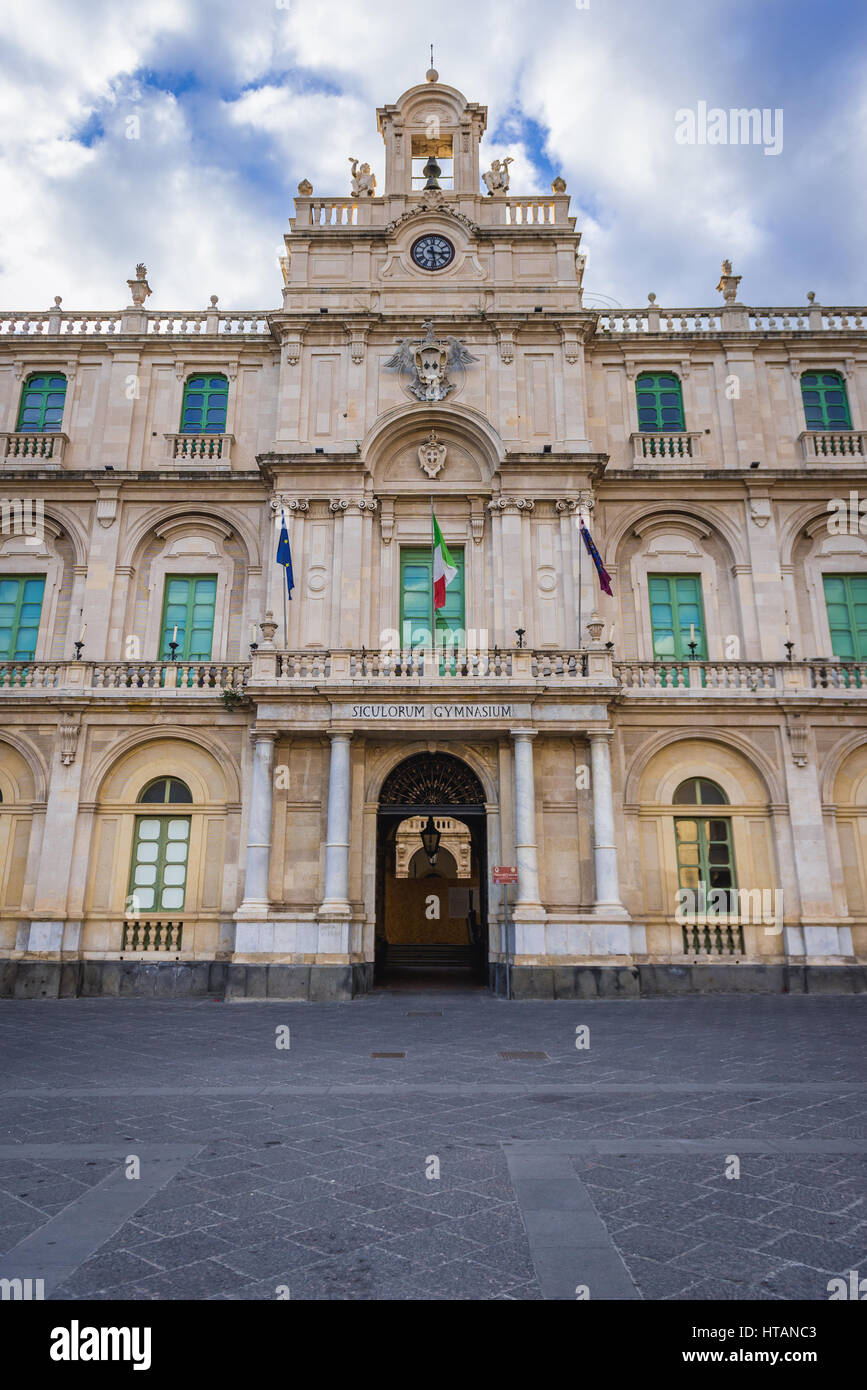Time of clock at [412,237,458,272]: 3:28
